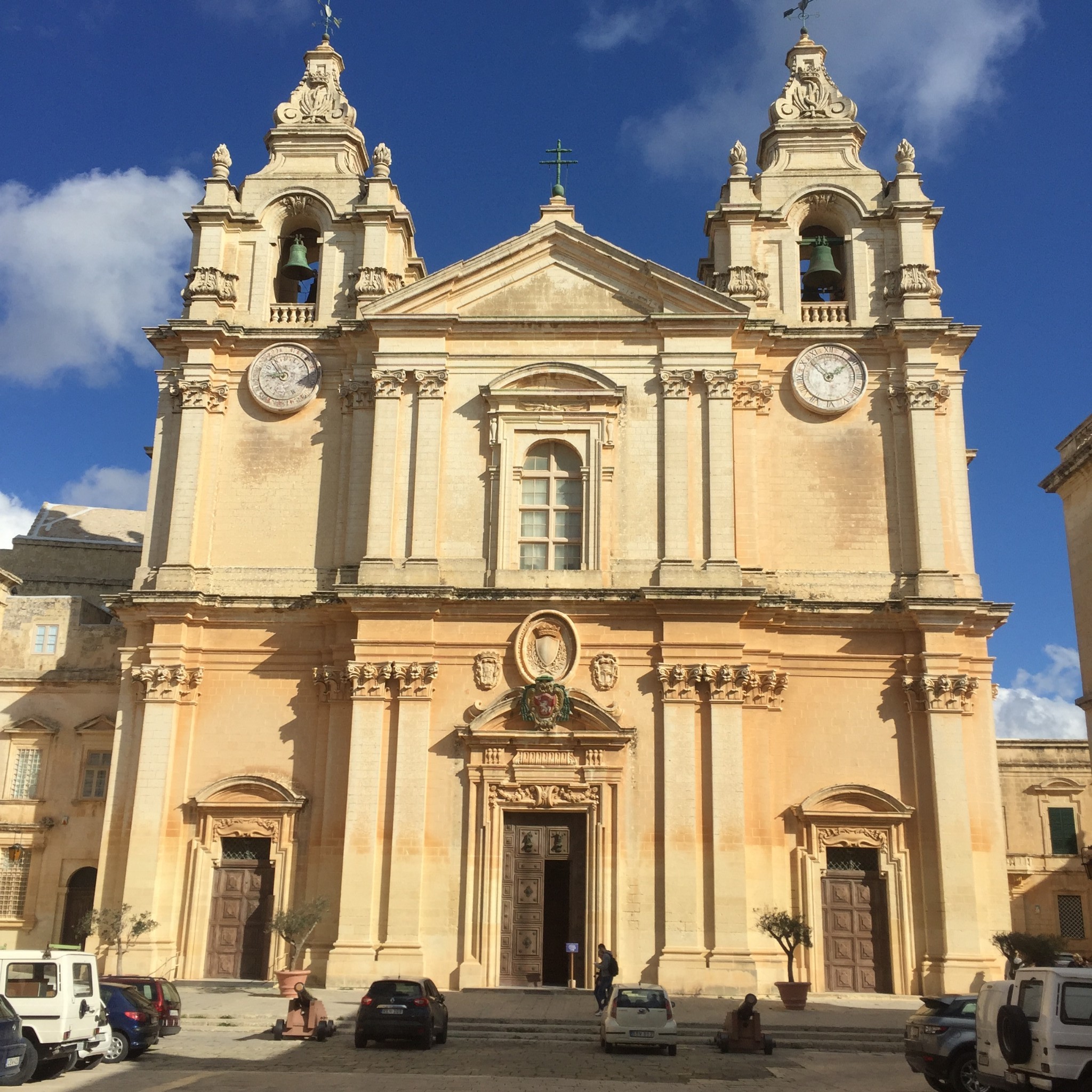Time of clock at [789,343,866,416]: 1:52
